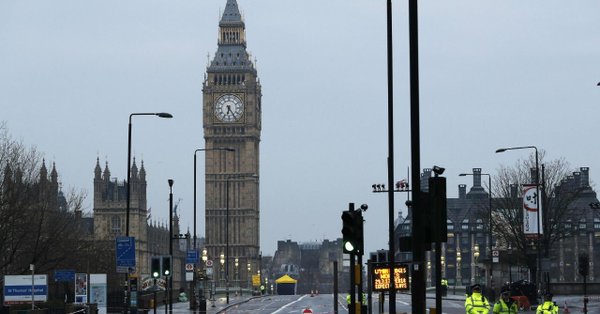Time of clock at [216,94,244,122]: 6:24
